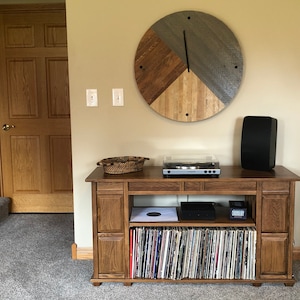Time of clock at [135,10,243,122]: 11:37
